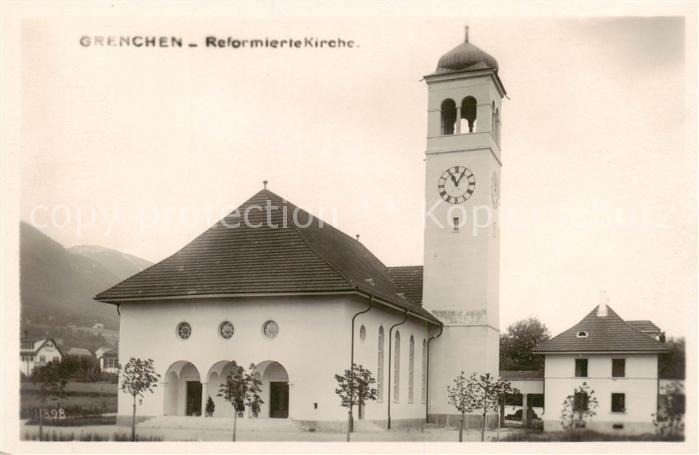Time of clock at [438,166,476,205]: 11:05
